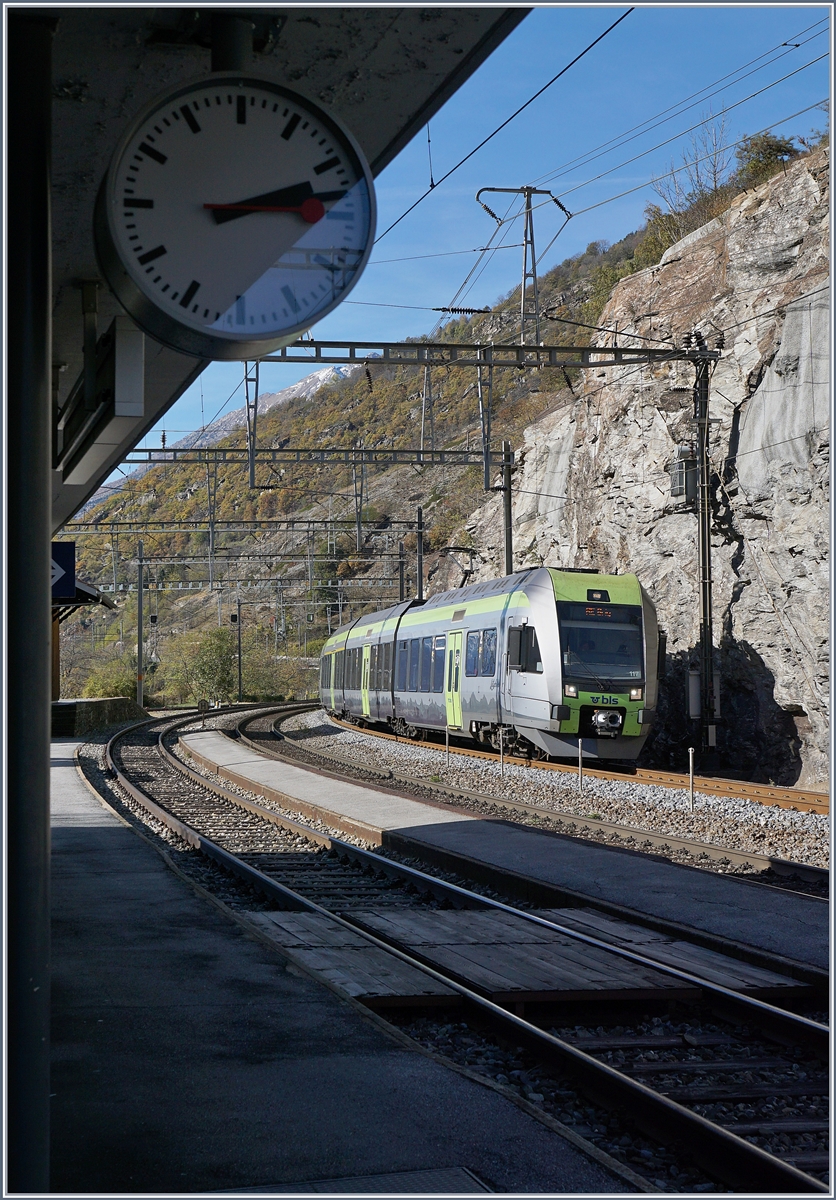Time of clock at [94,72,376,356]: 2:13
